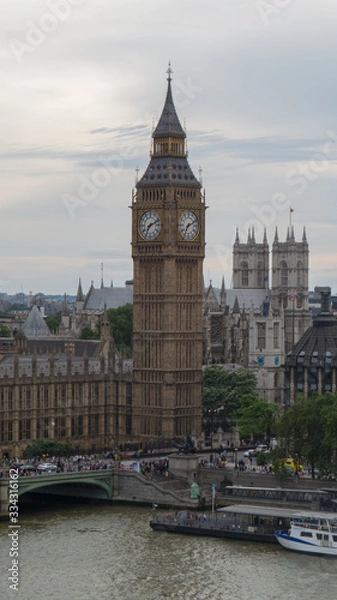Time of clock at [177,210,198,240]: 7:11
